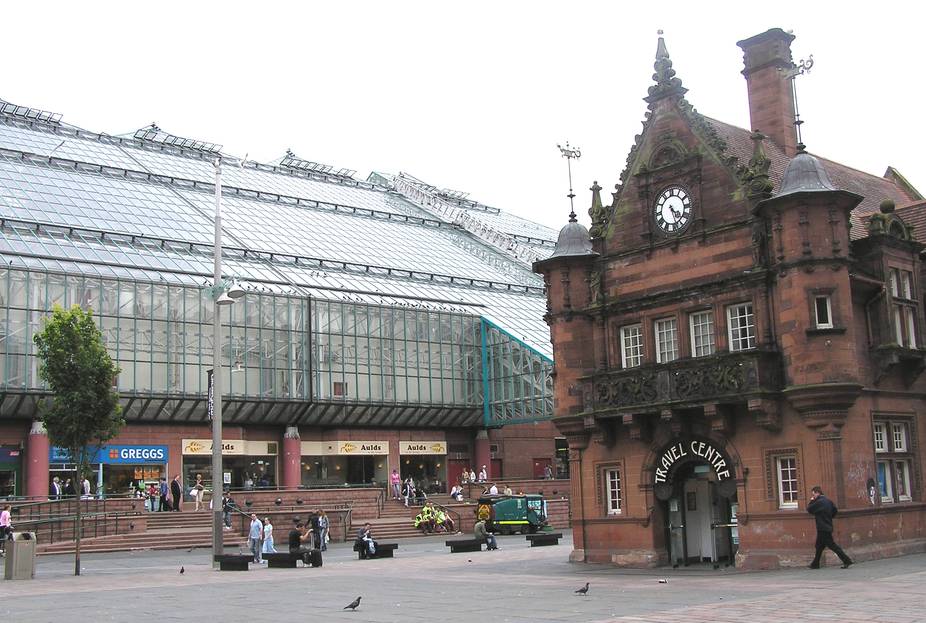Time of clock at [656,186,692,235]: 4:26
